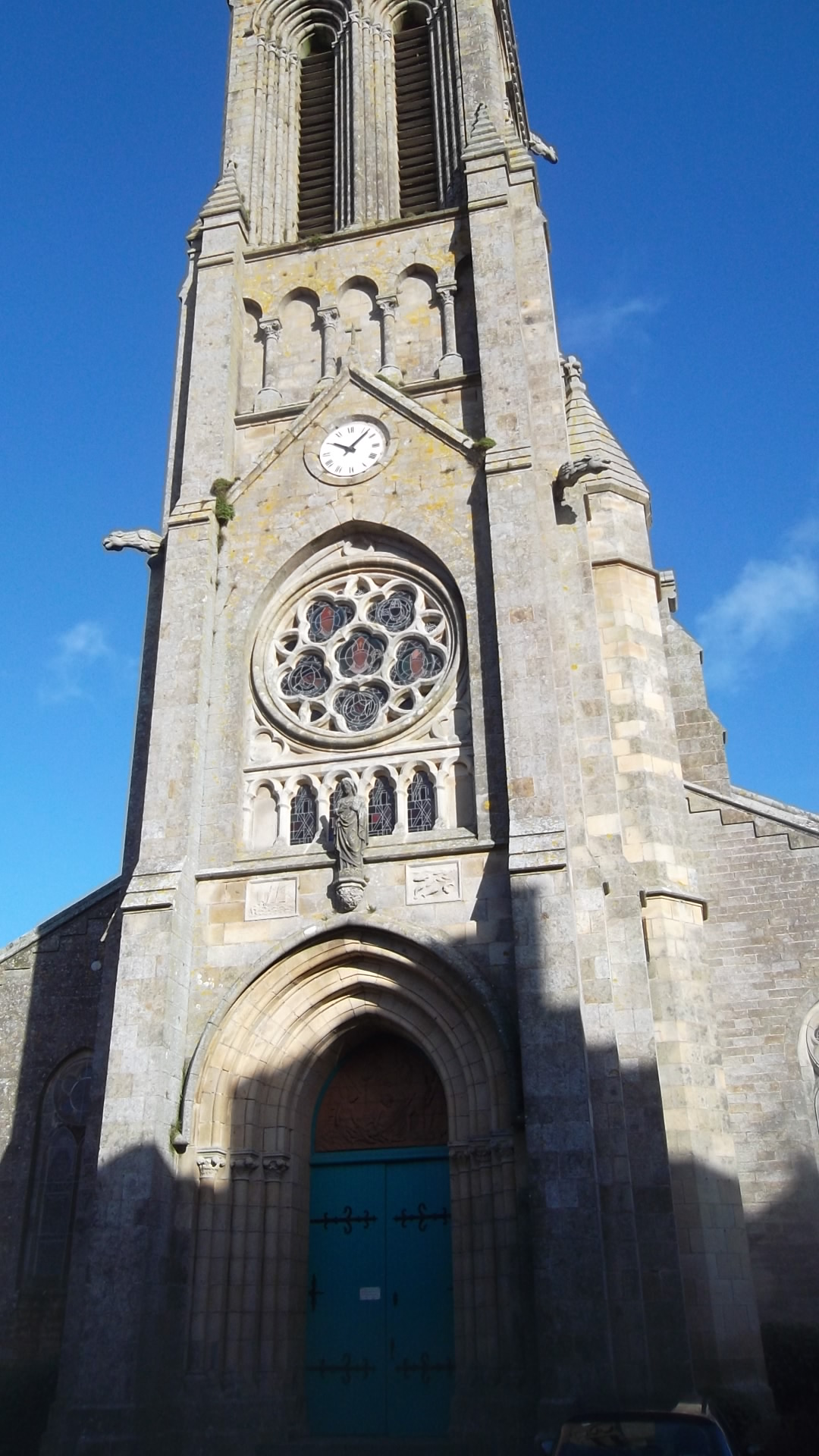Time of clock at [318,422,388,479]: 10:07
